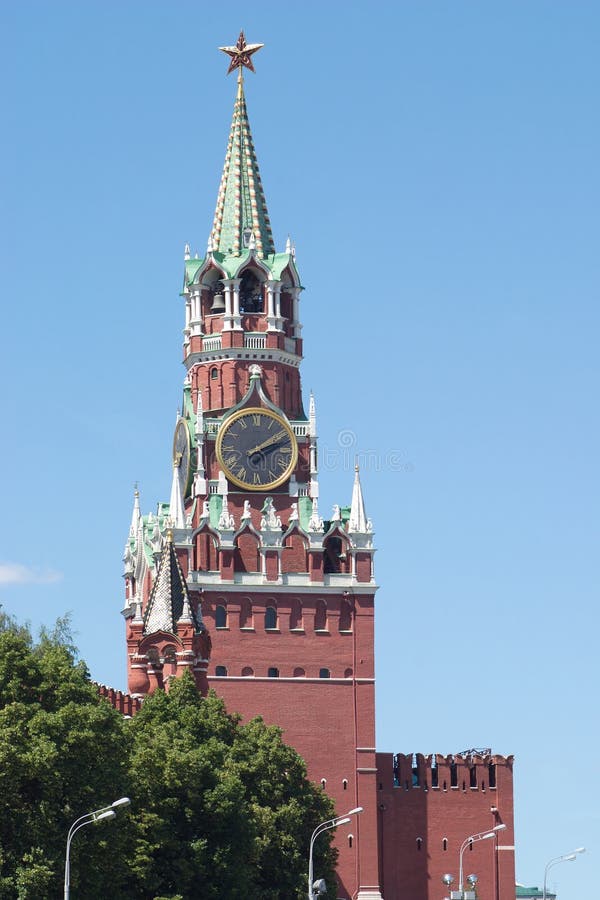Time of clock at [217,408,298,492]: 2:09
